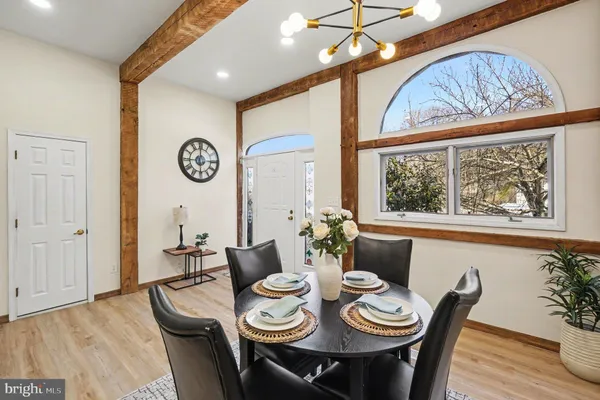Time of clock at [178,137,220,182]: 5:59
